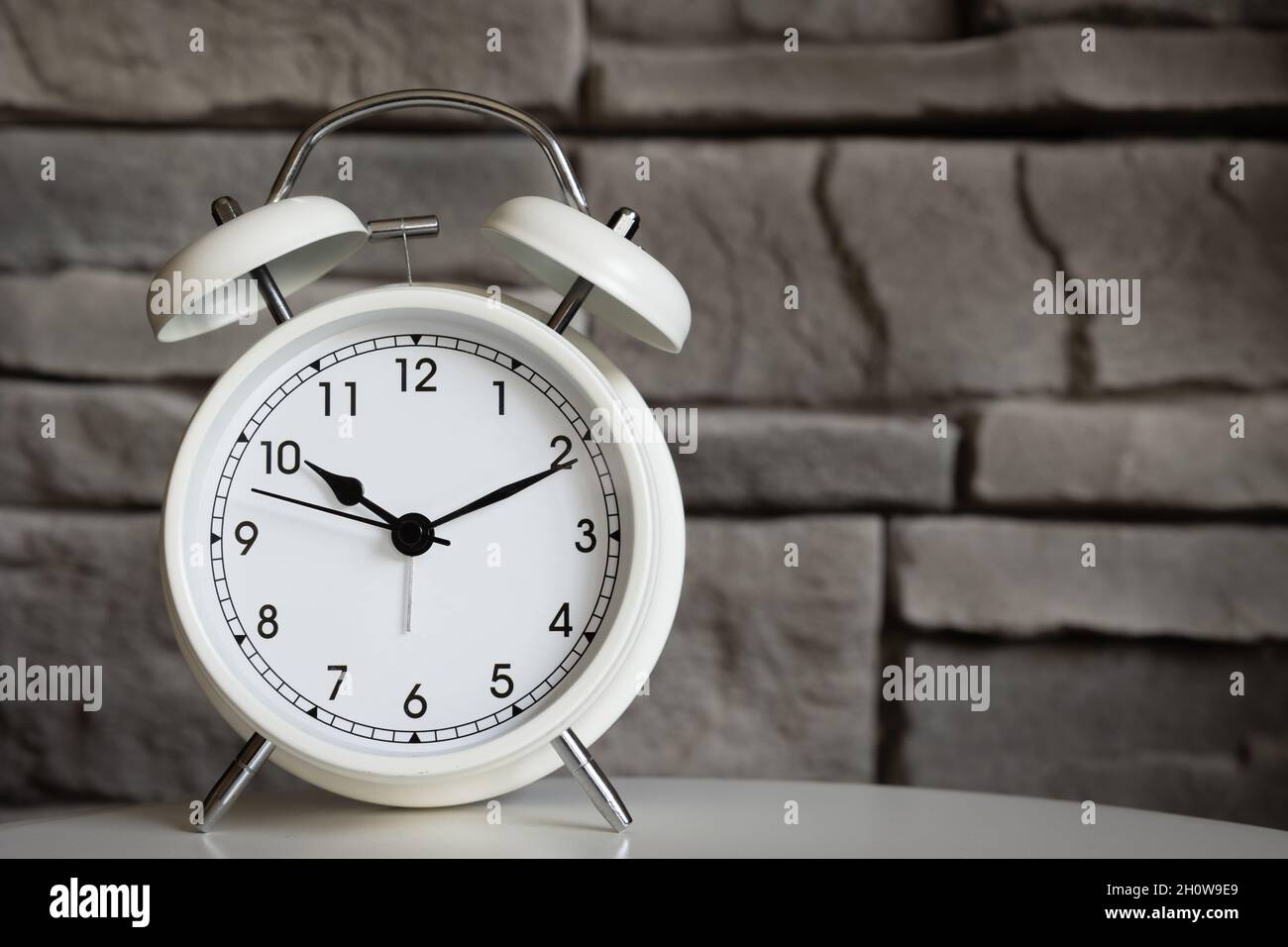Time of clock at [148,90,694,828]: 10:10
